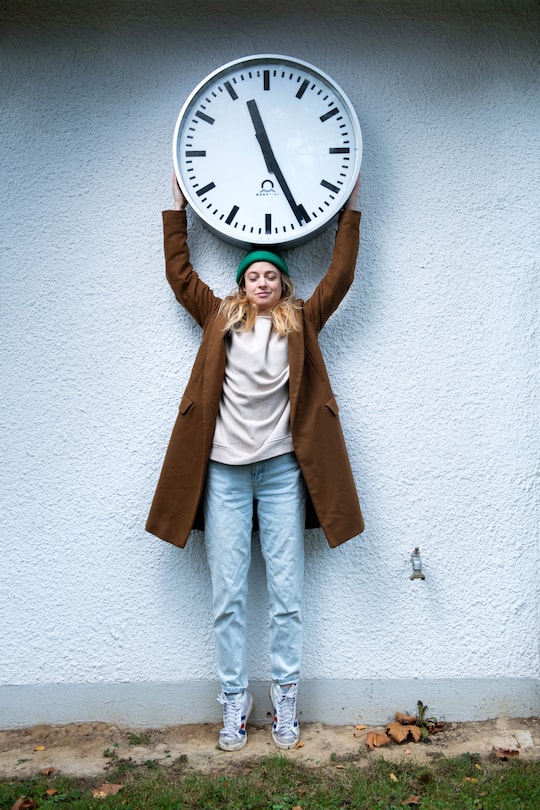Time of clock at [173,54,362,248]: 11:25
